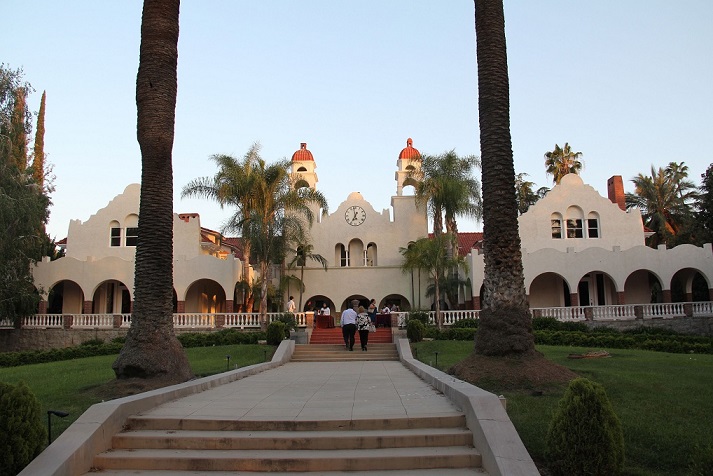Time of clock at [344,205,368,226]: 6:58
